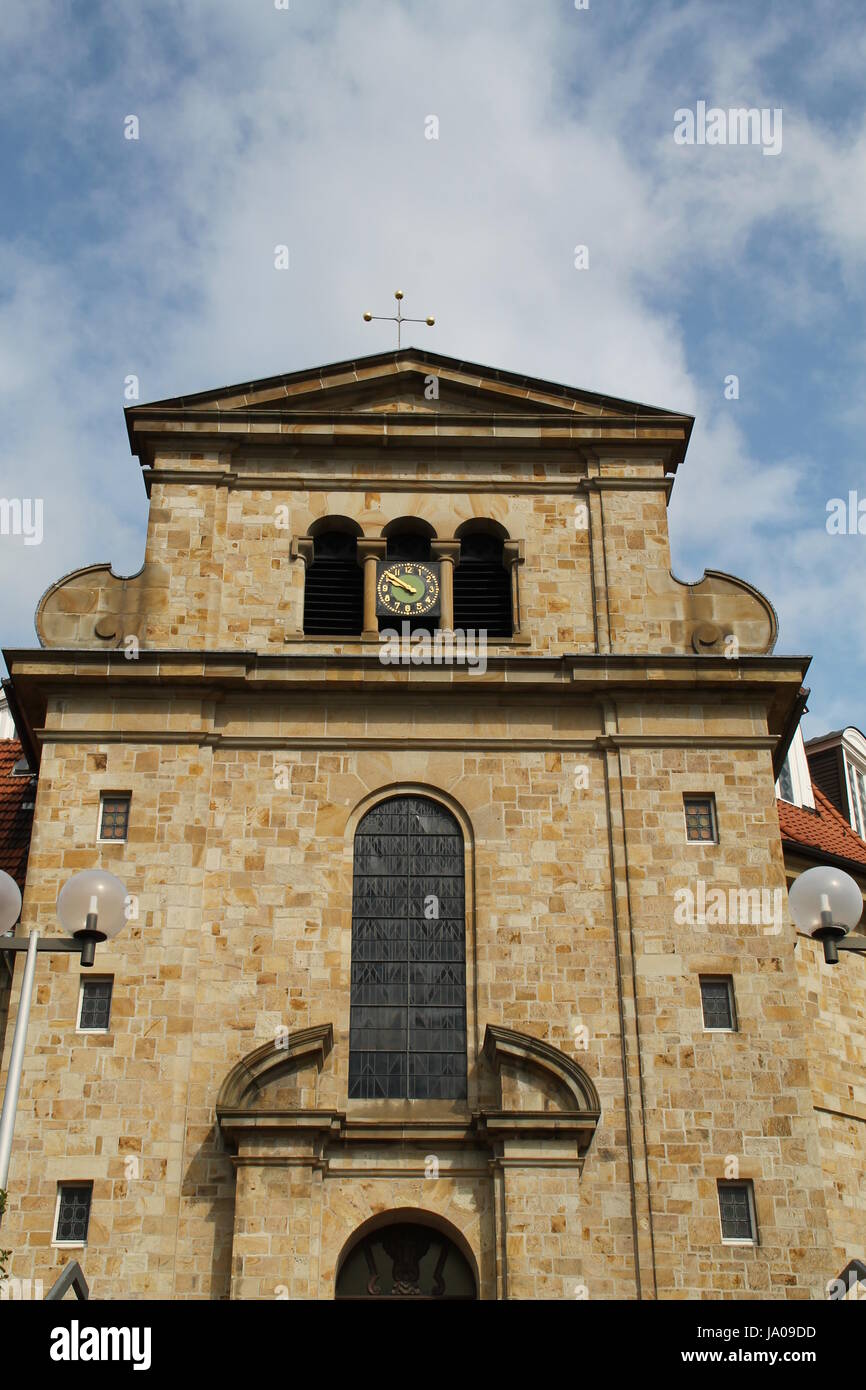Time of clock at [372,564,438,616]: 9:51
